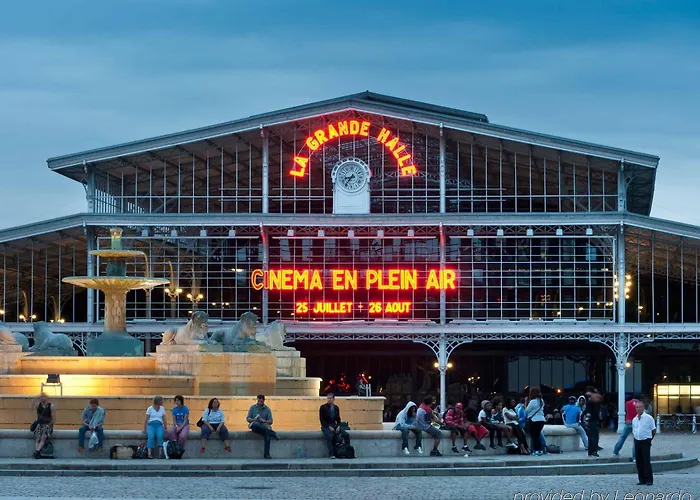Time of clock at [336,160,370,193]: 8:36
